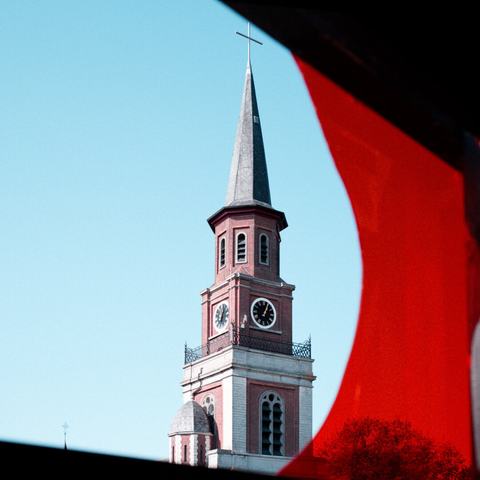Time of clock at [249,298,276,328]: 1:03
